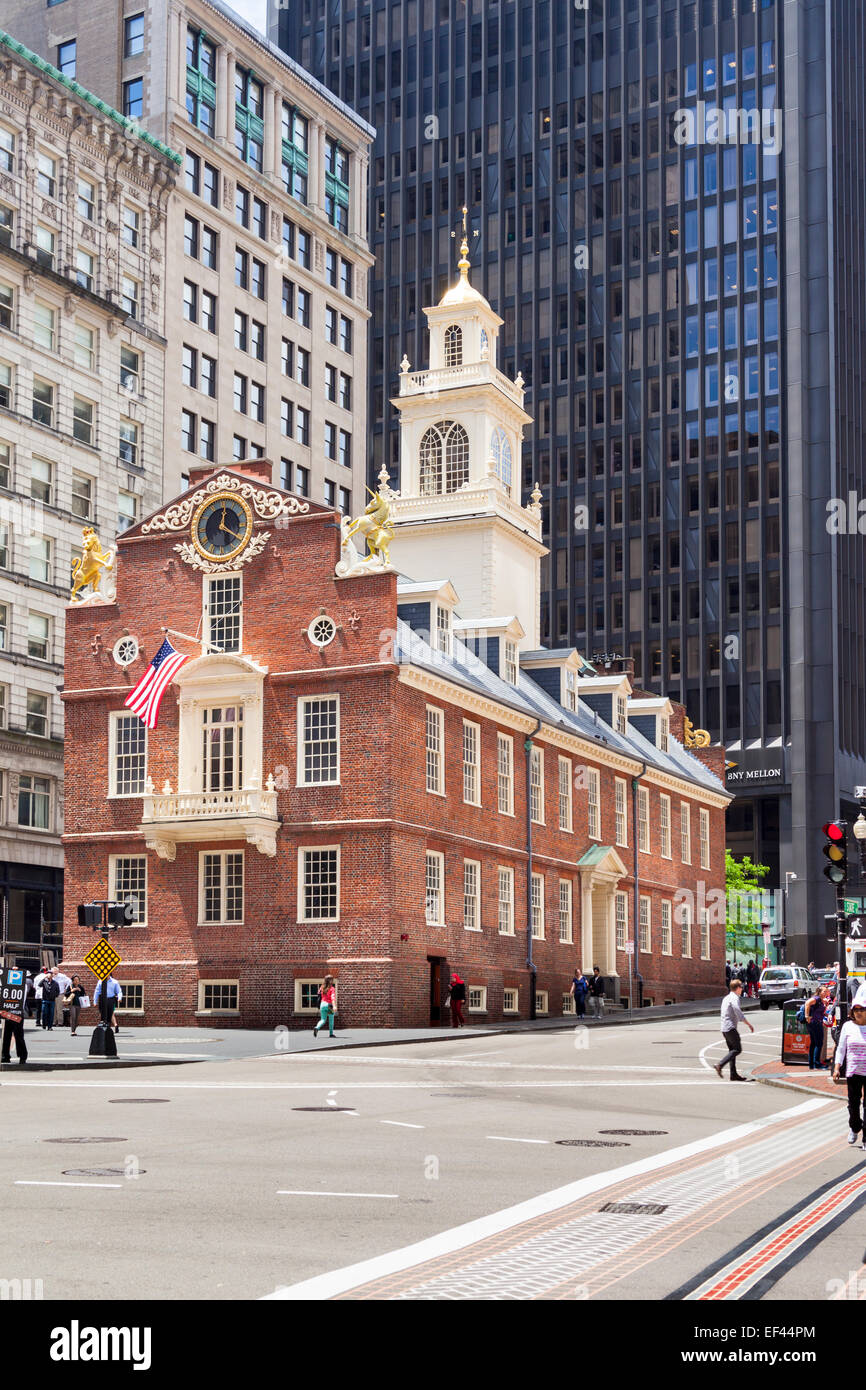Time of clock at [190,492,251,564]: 12:20
